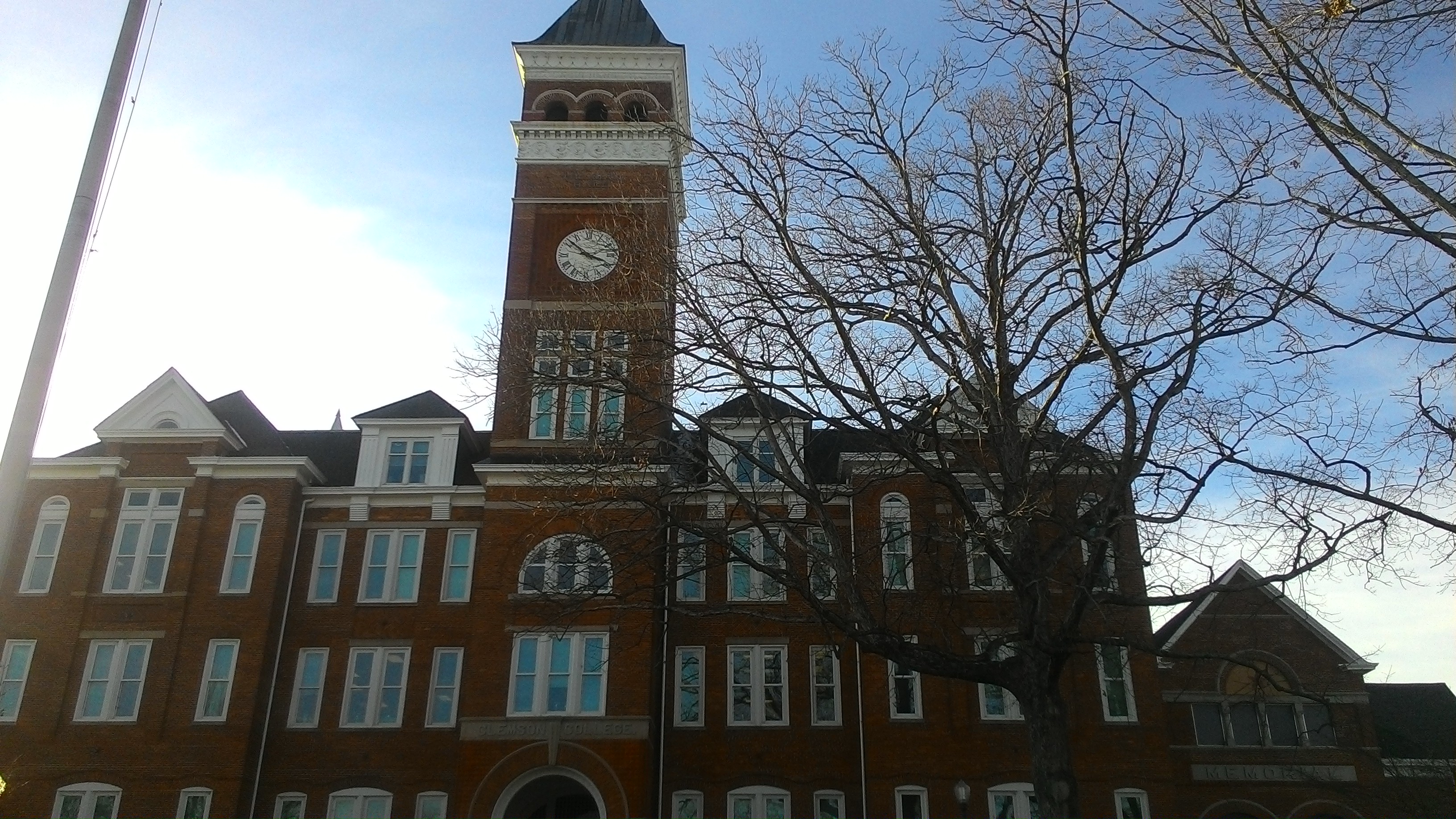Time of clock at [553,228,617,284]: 3:52
